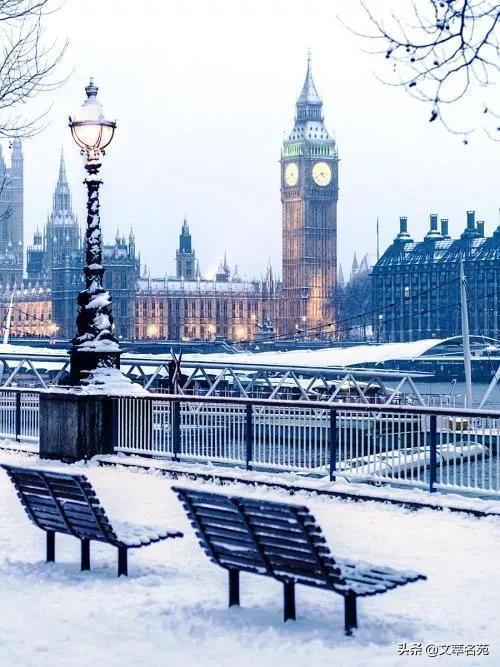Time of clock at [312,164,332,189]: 4:40
